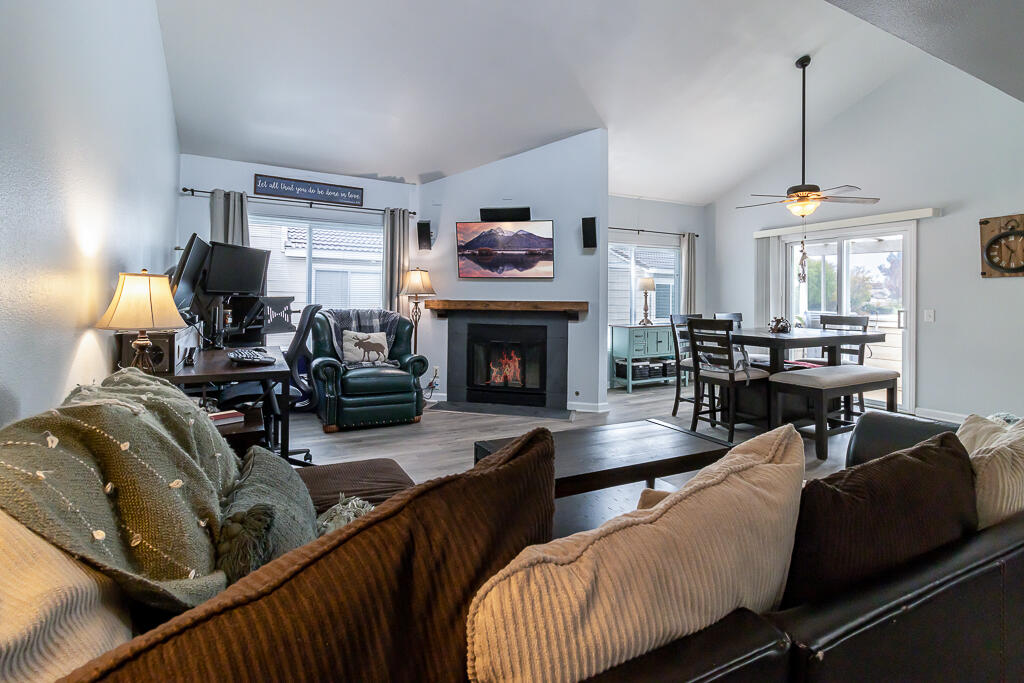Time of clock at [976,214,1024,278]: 10:32
